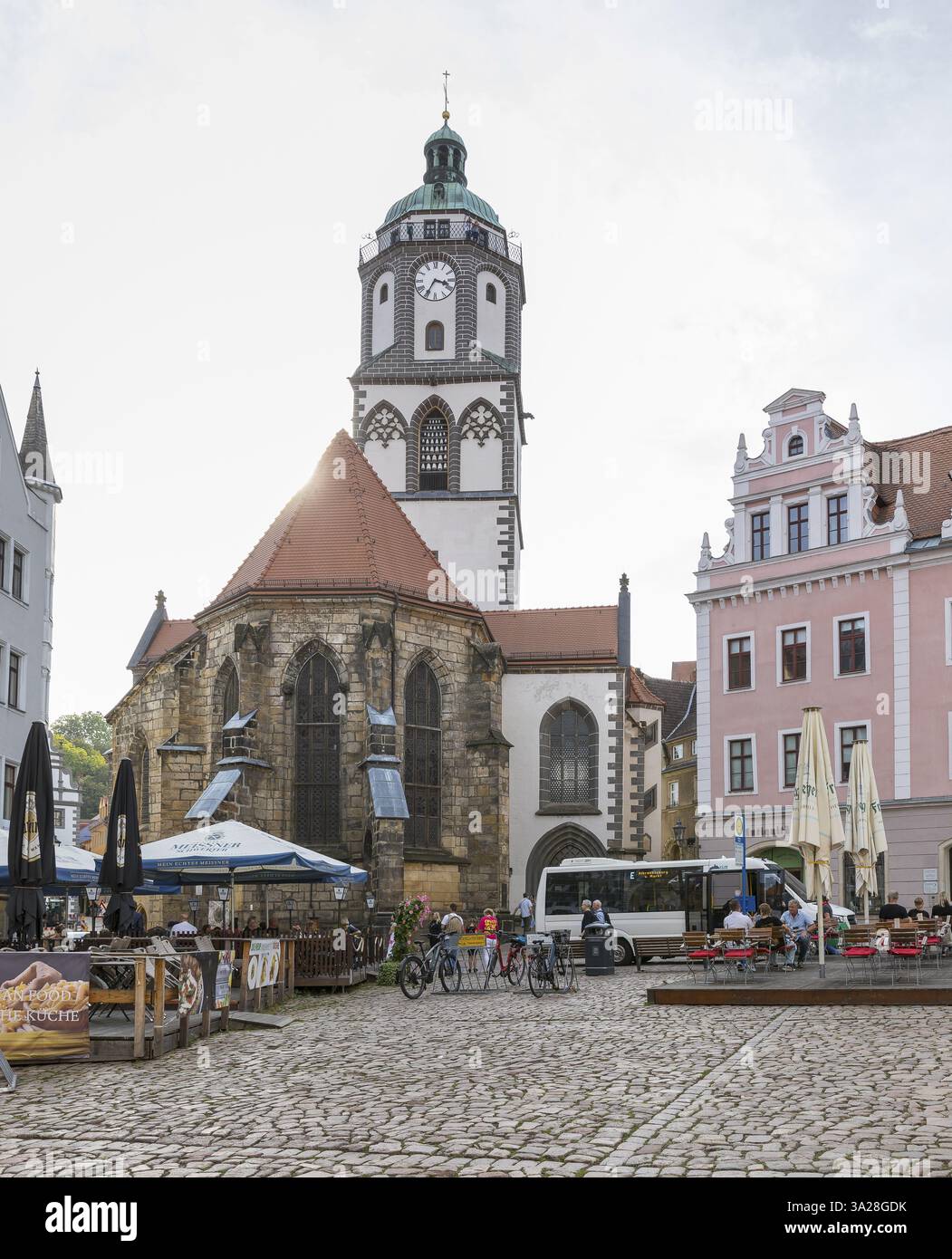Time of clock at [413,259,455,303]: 3:34
